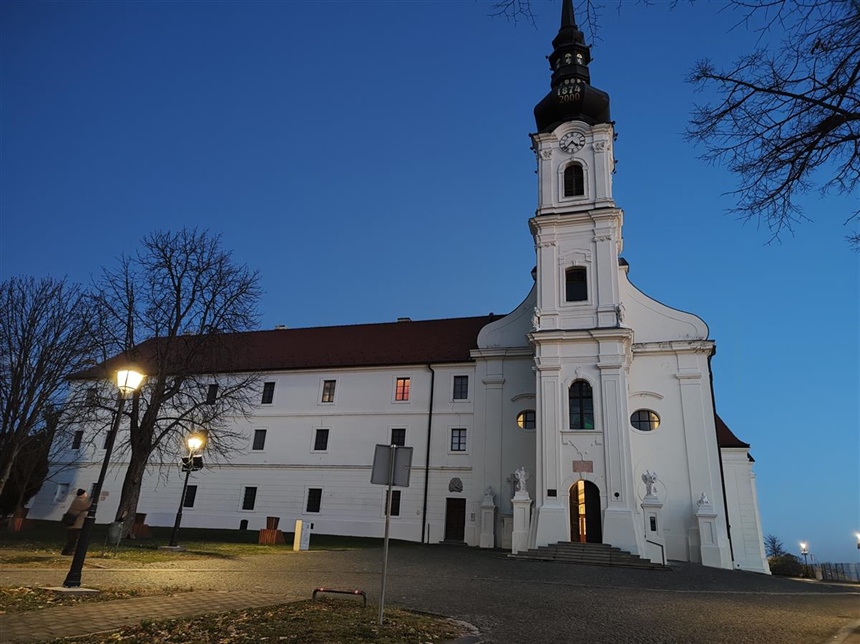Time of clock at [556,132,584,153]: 4:37
